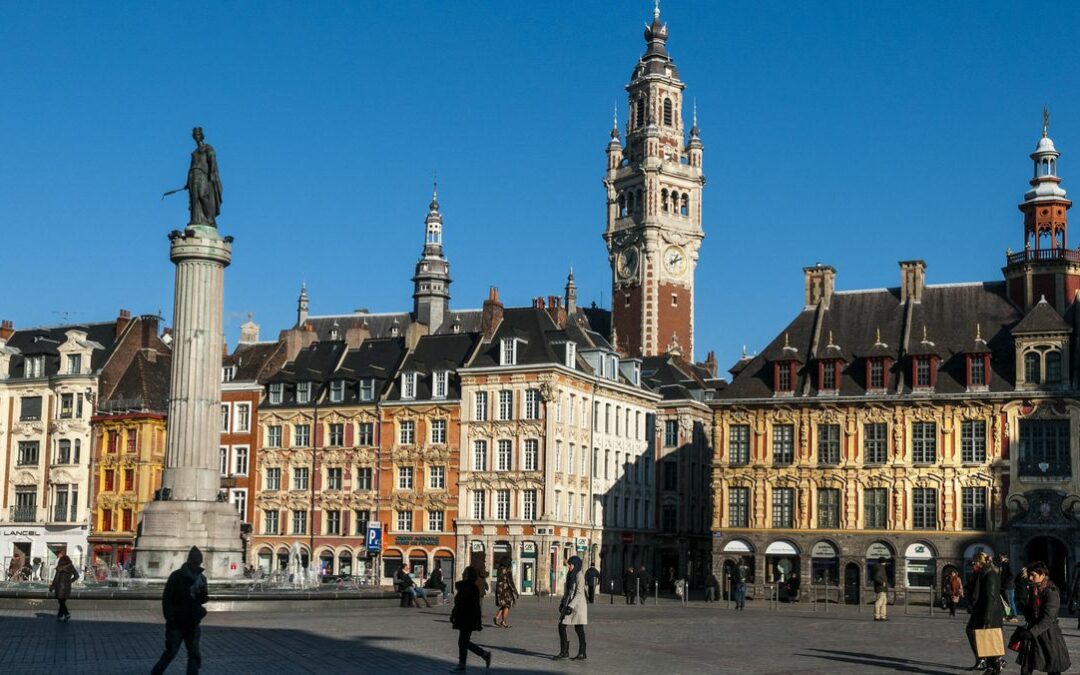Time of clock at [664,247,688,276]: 1:11
